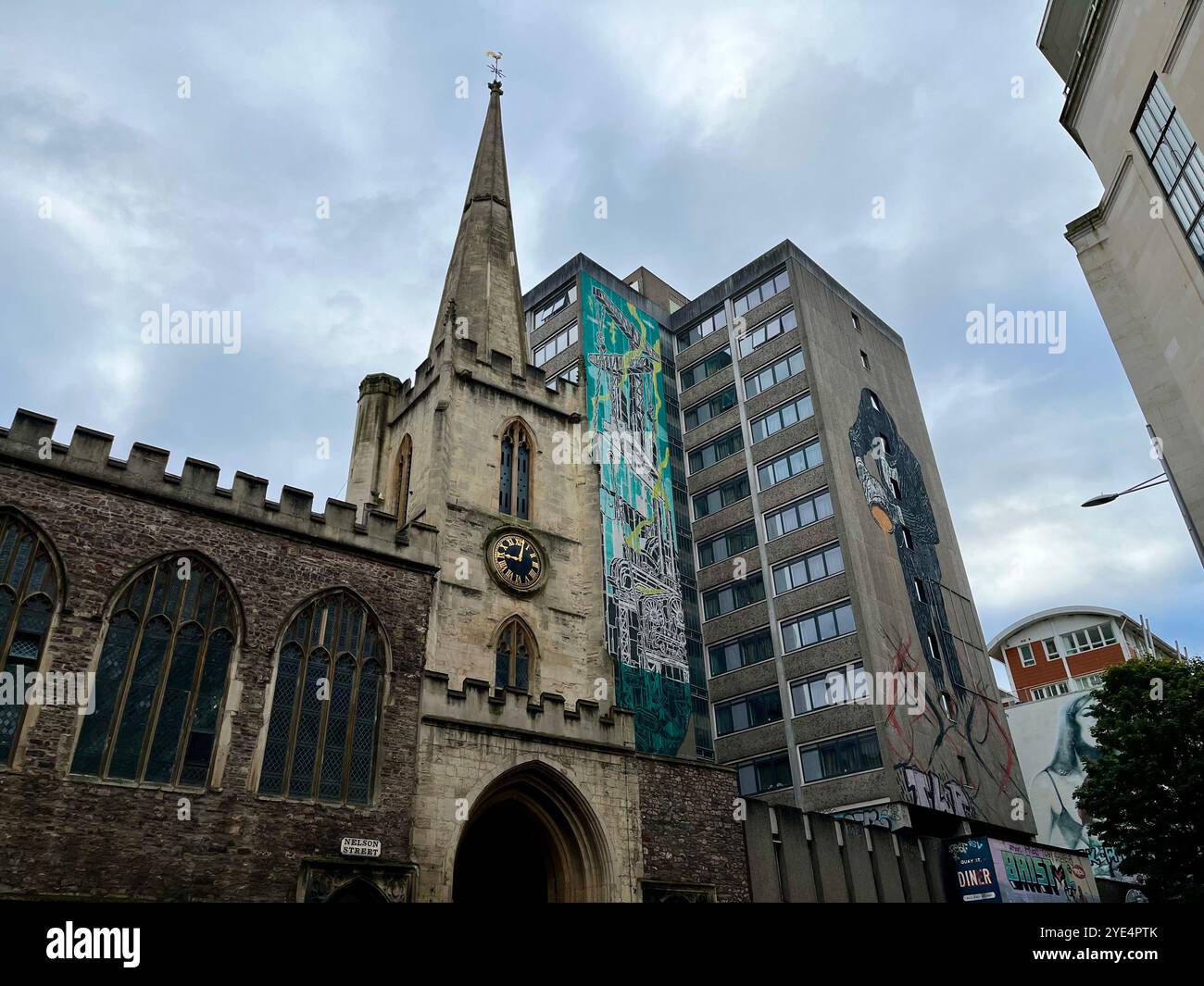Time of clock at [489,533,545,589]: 9:02
